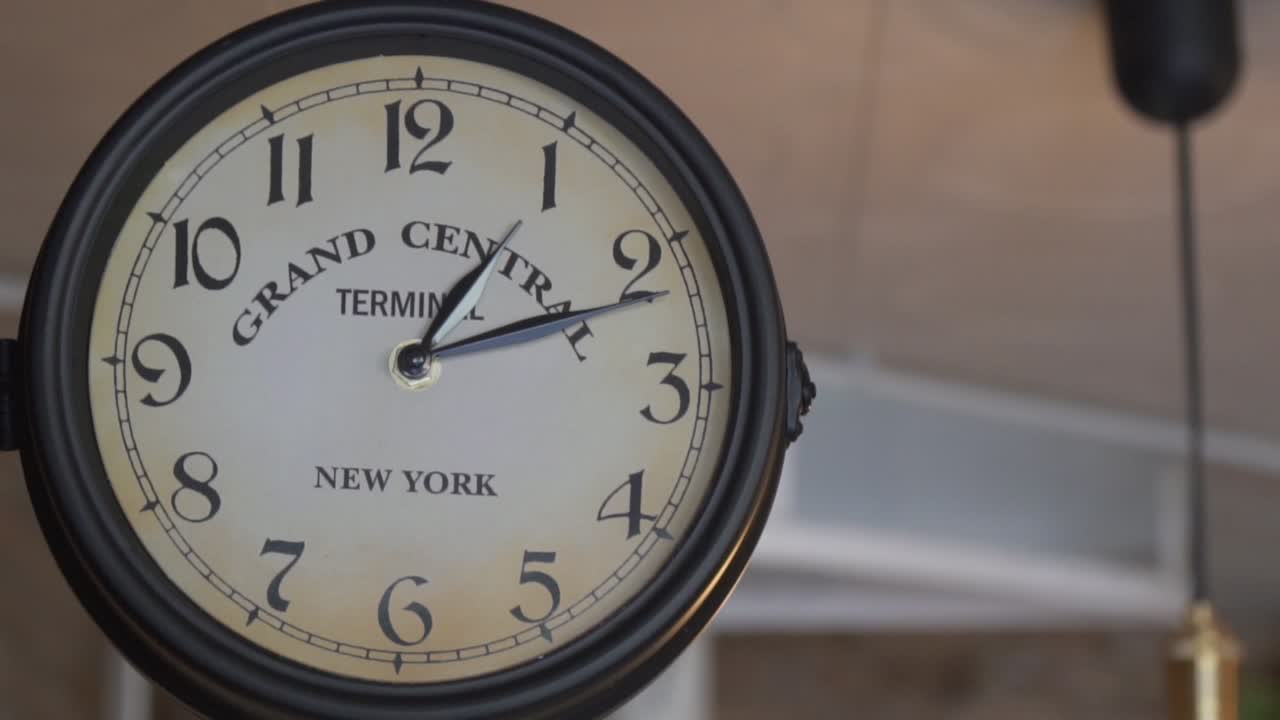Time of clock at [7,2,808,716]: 1:11
